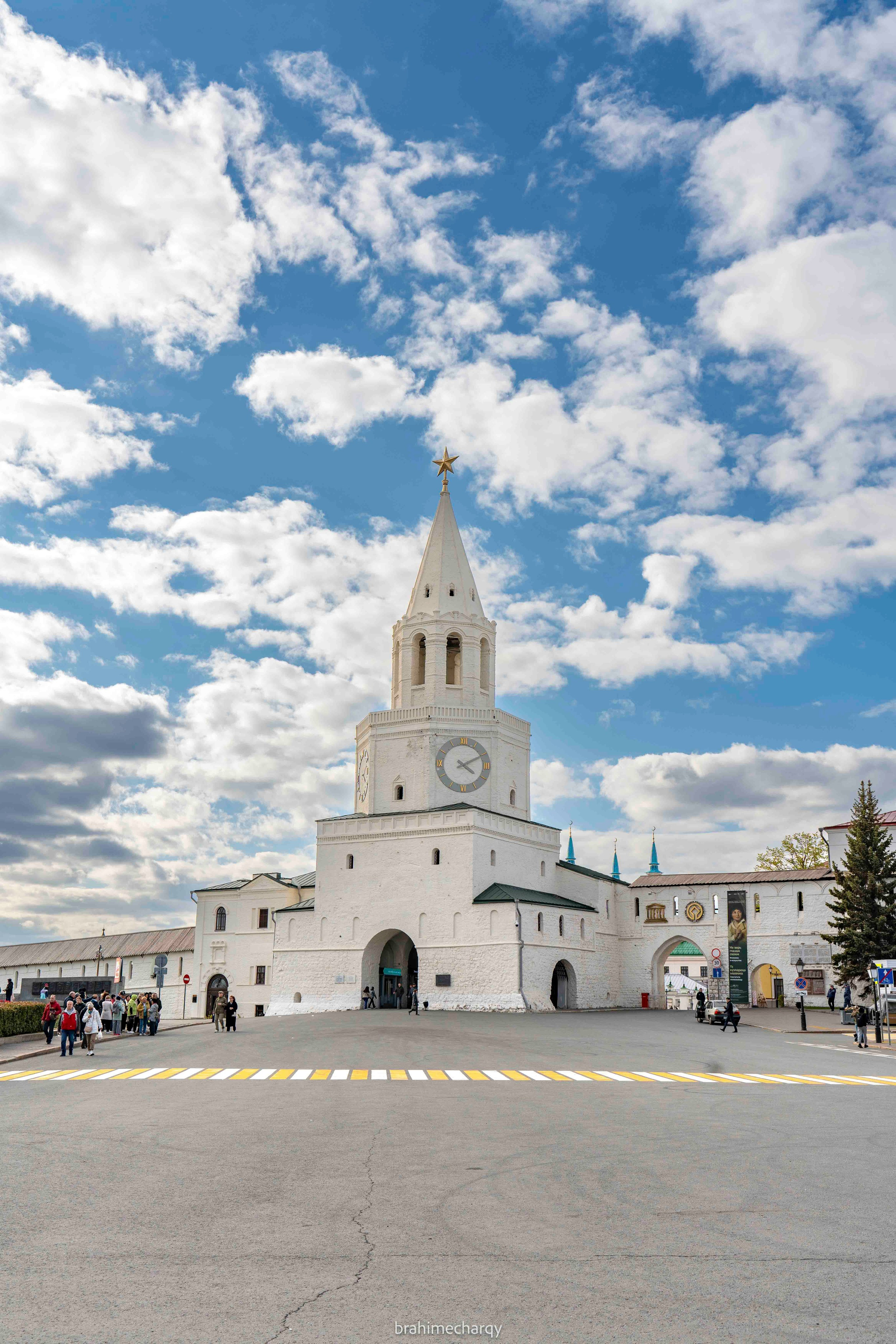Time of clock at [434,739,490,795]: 4:10
